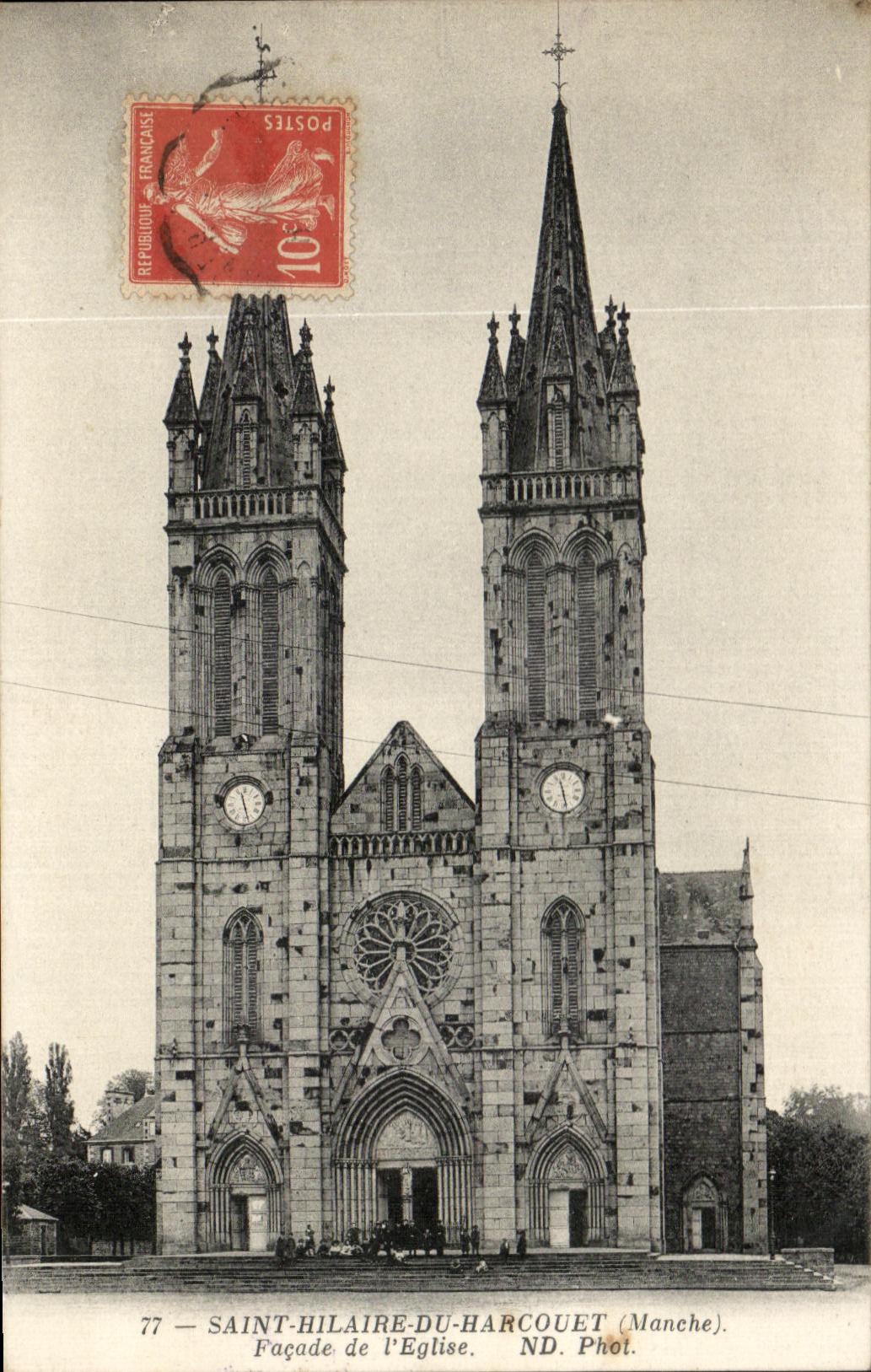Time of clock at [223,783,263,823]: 11:27
